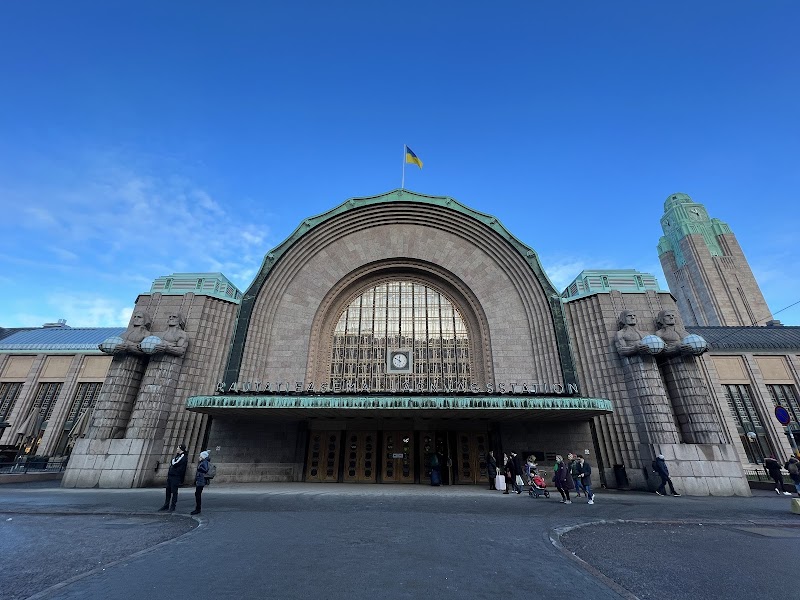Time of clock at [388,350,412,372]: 11:49
